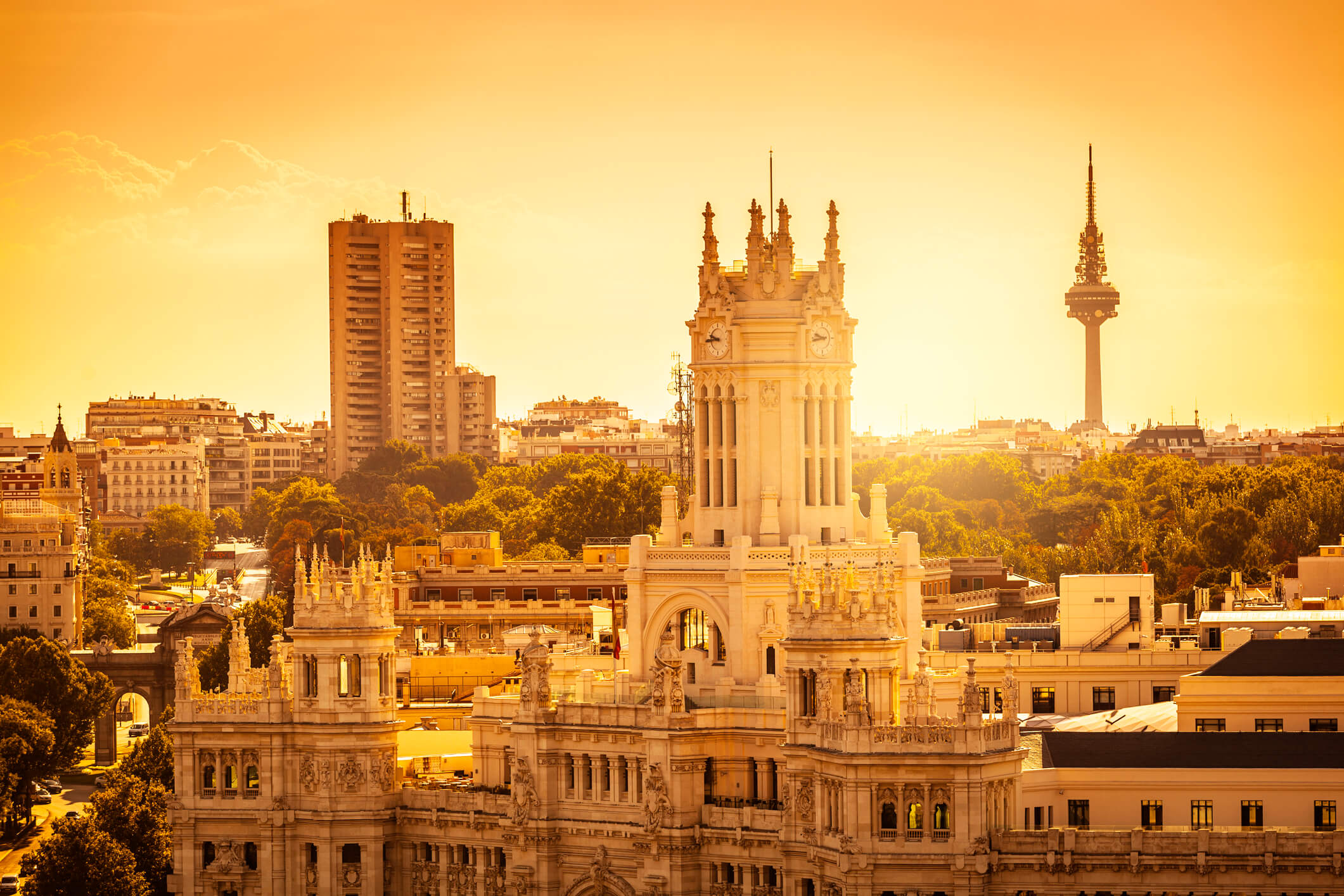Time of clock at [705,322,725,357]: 9:44
